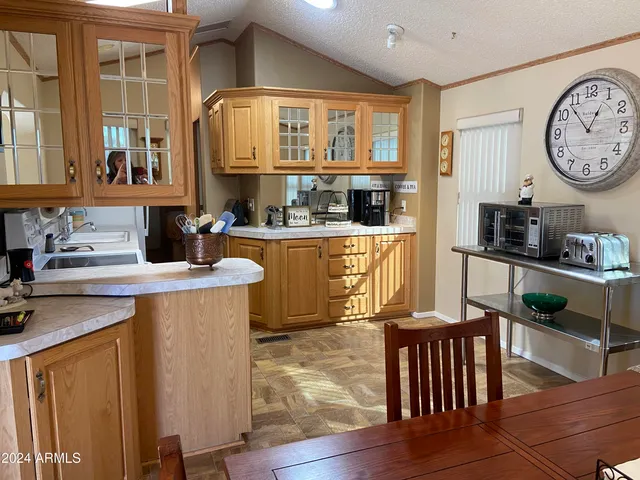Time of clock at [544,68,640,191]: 12:53
